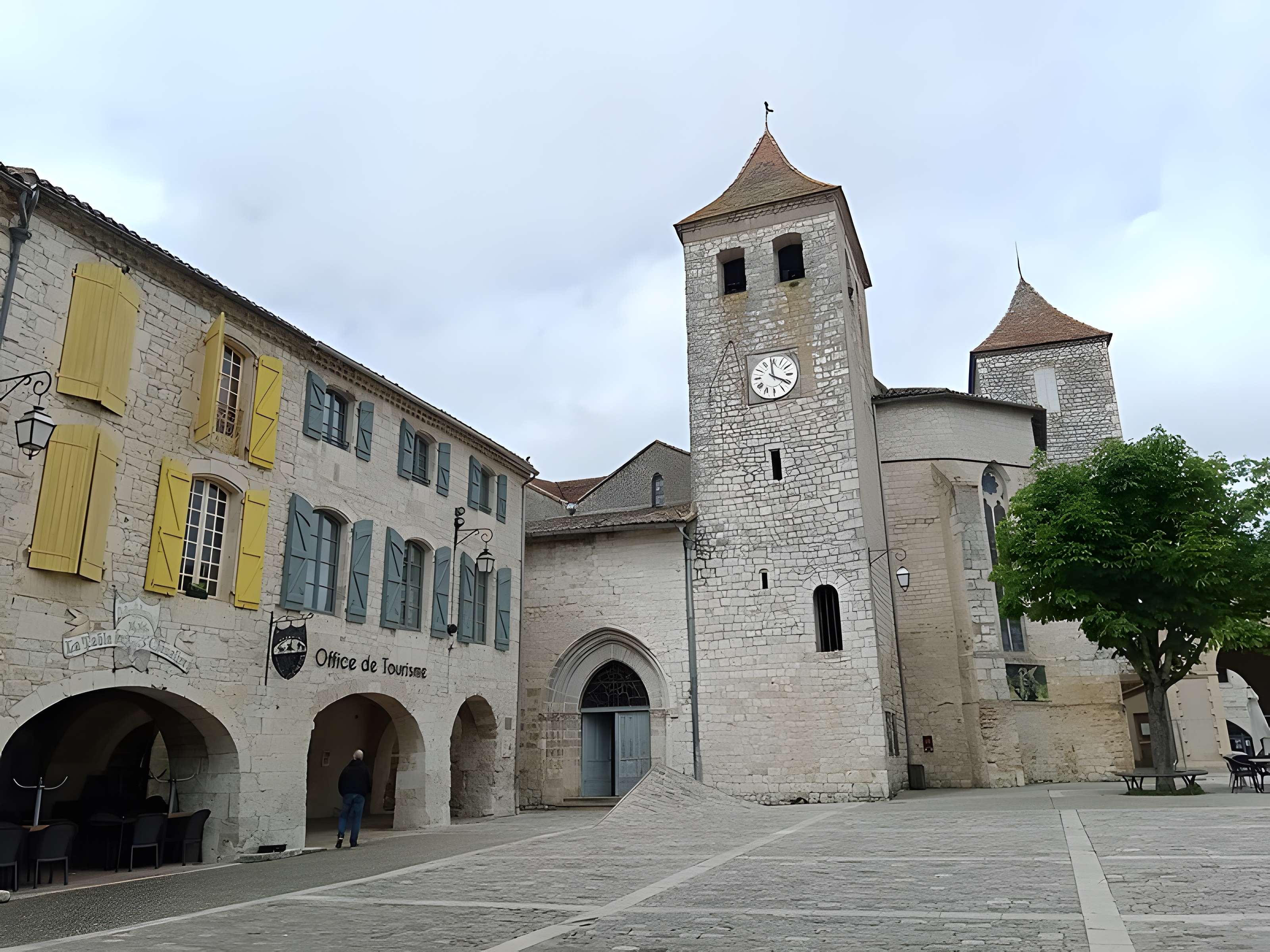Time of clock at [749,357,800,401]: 3:58
